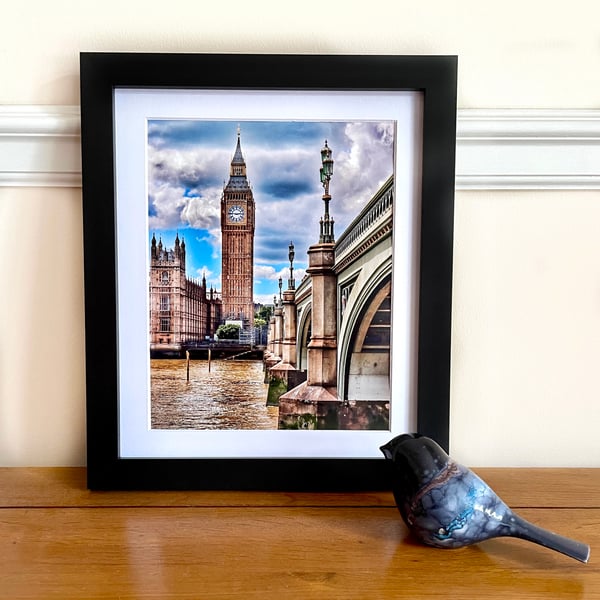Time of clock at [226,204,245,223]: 2:46
